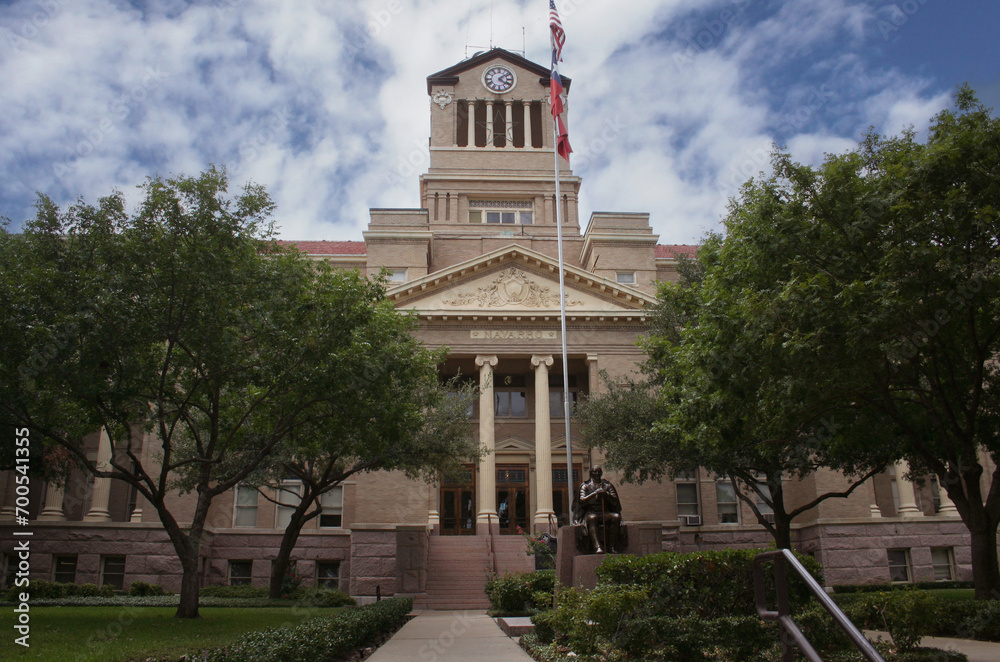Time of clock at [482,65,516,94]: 4:08
